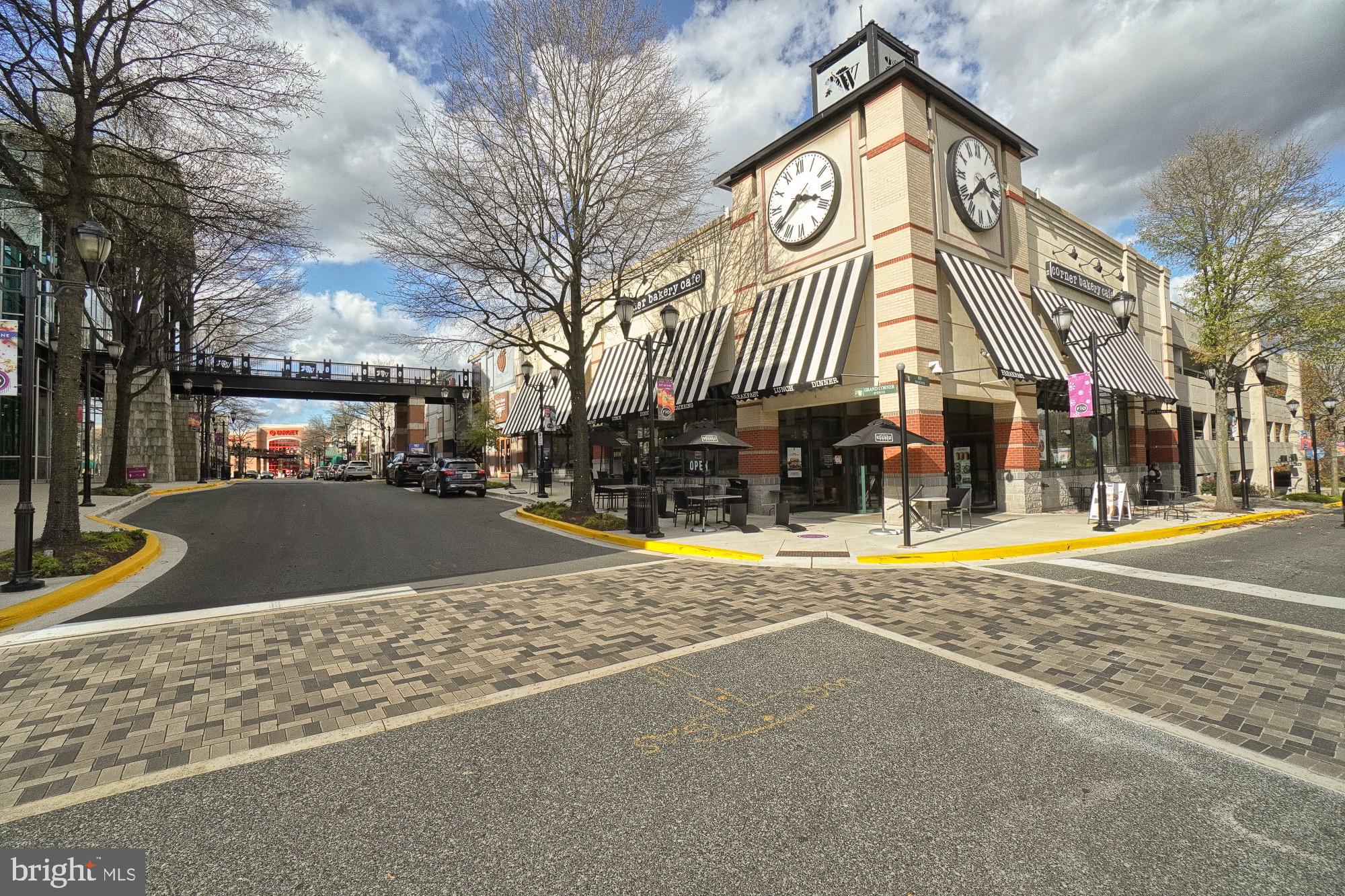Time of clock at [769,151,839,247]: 3:39
